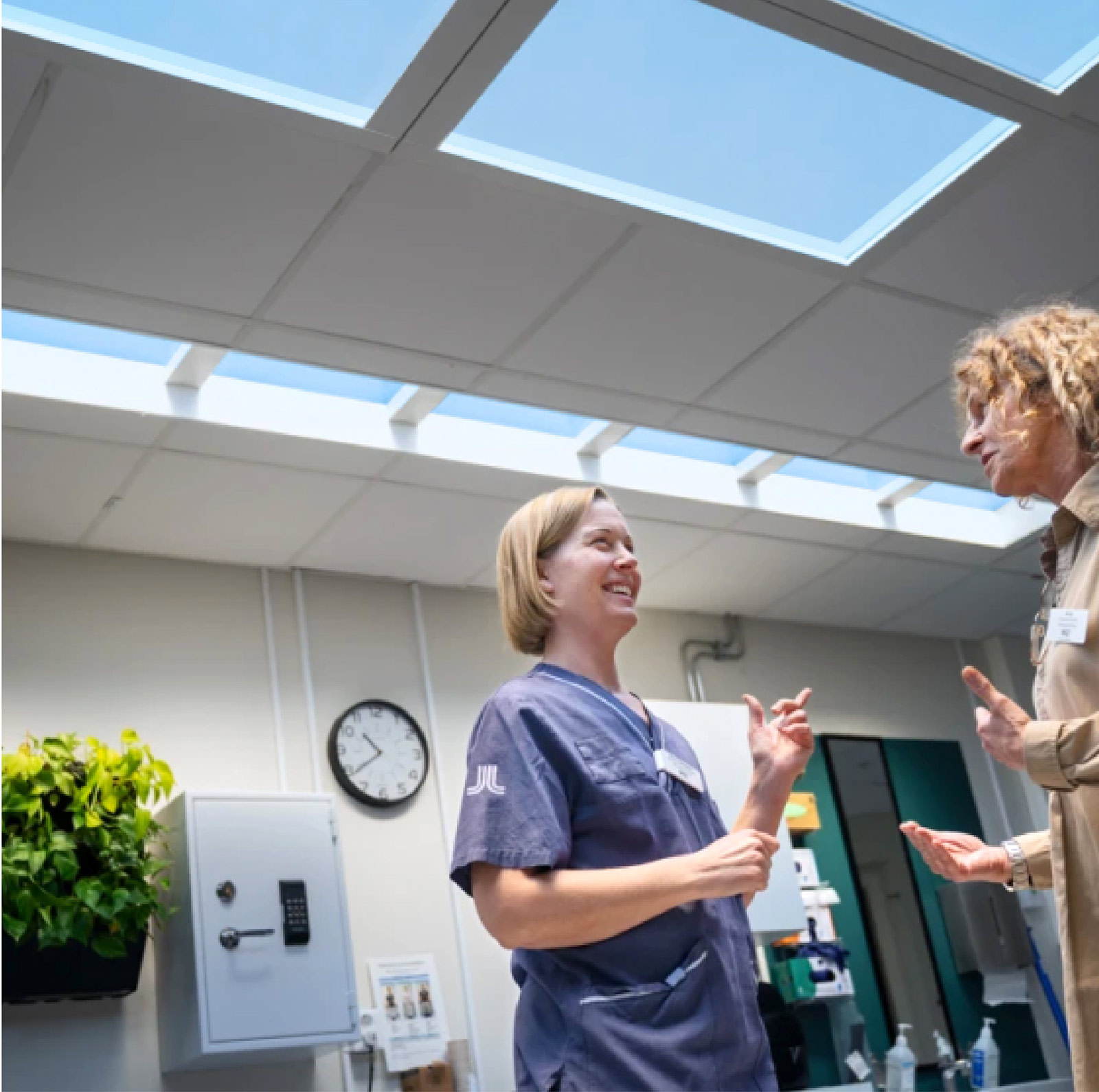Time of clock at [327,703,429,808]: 10:39
